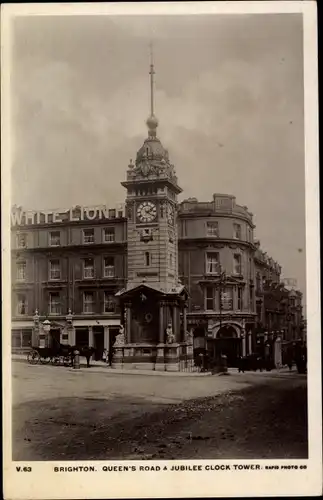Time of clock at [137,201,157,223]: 2:21
